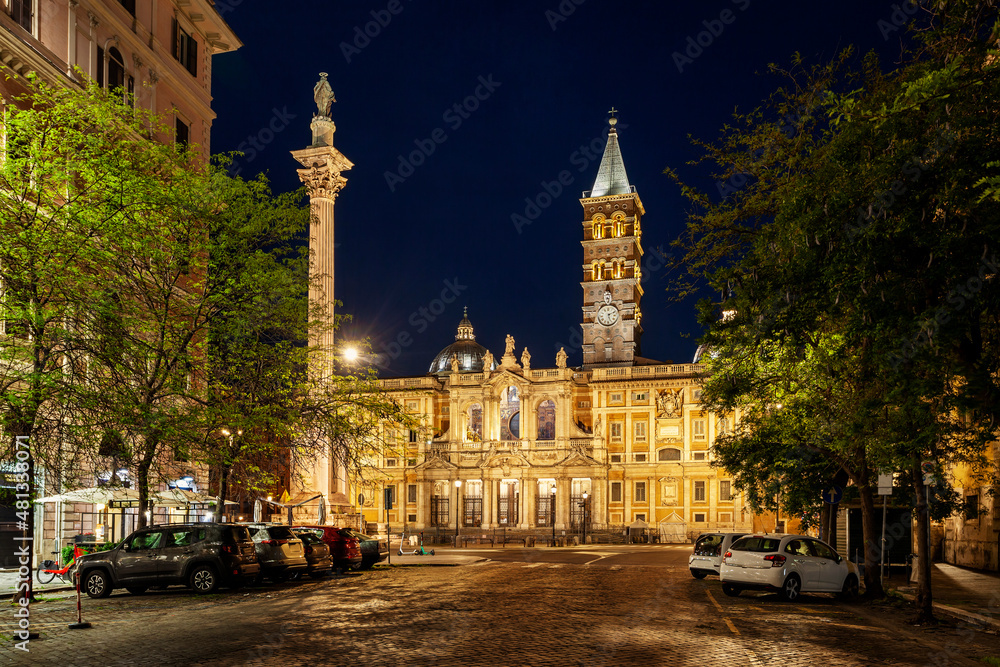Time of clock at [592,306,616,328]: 5:11
